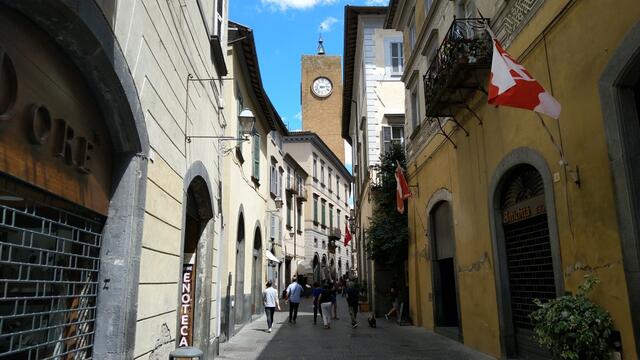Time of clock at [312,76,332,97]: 3:13
